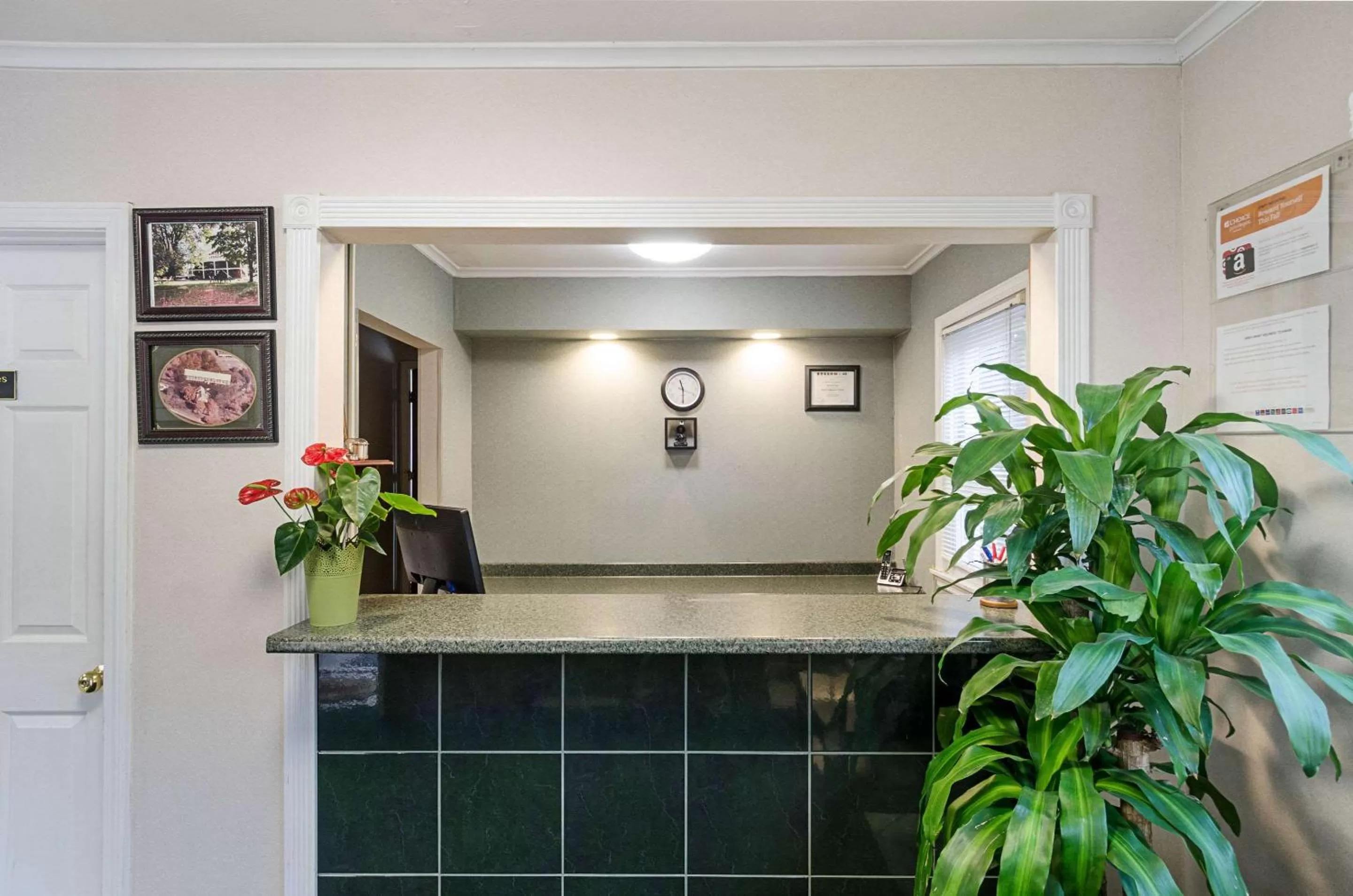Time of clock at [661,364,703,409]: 11:29
